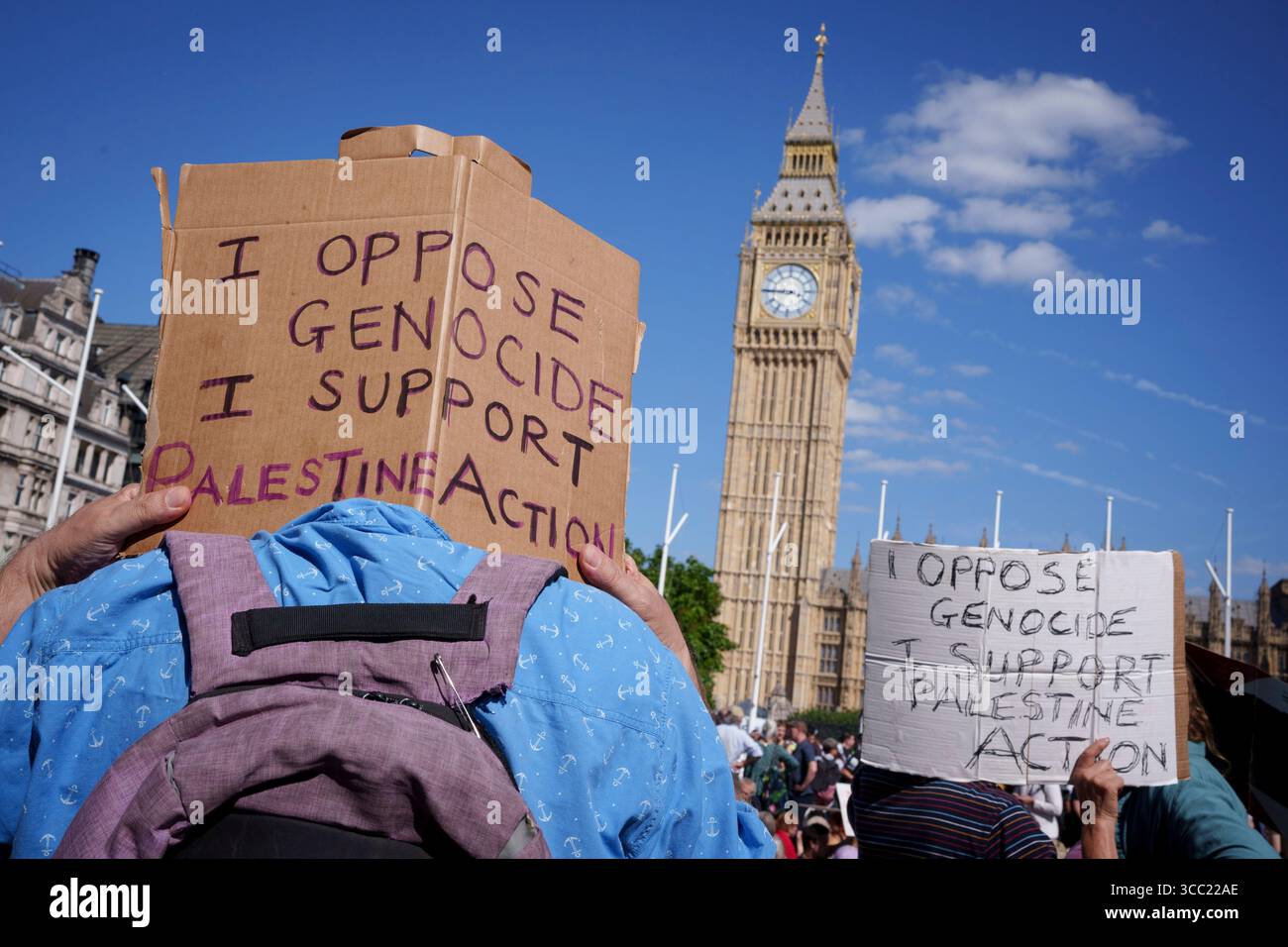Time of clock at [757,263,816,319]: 3:45
